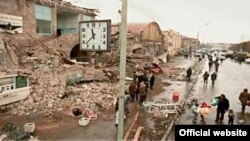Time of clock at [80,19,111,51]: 11:37
